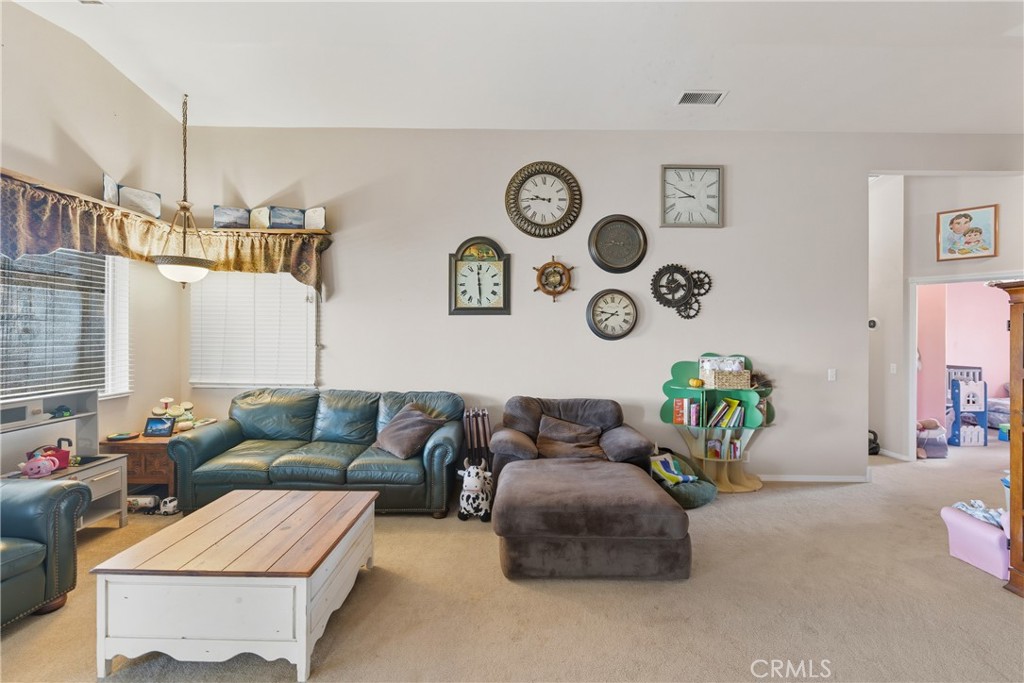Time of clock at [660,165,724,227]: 8:49
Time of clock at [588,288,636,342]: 7:46
